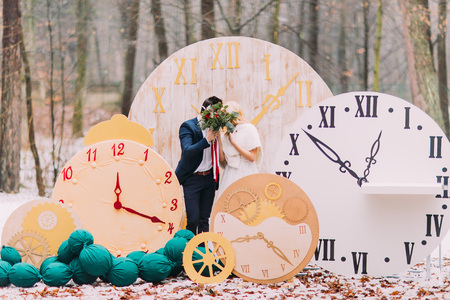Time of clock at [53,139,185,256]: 12:18
